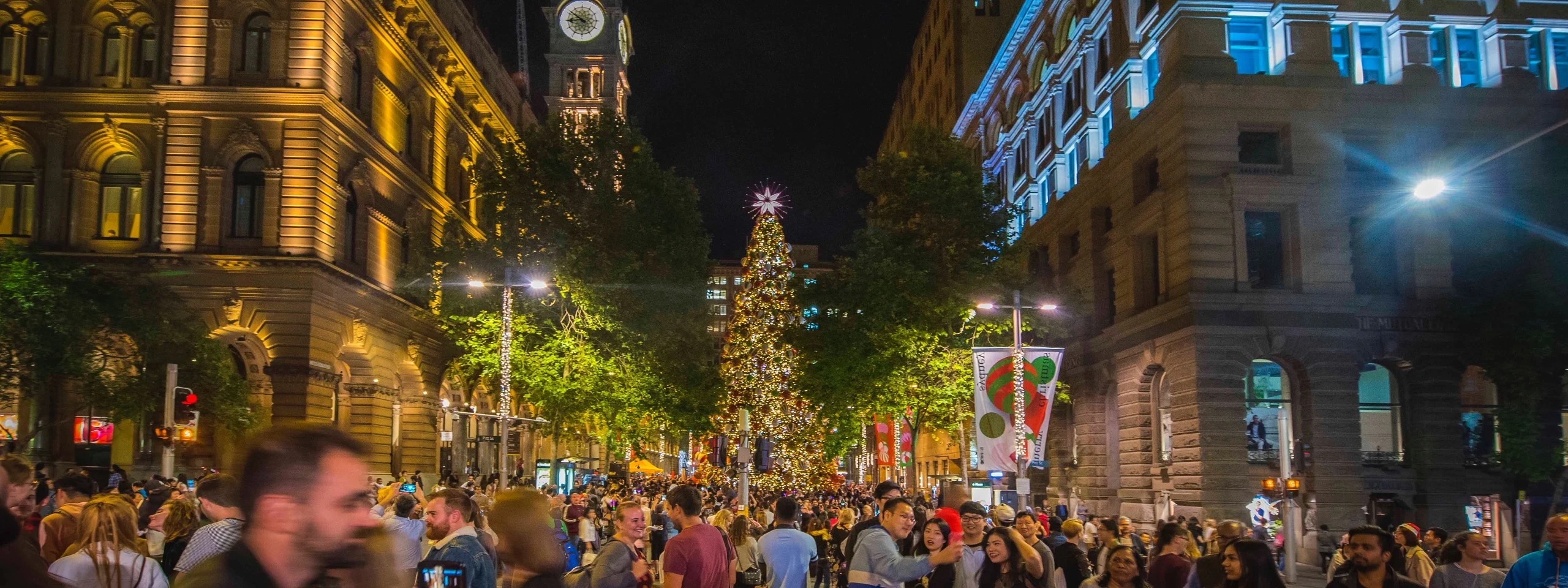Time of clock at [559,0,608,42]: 8:51
